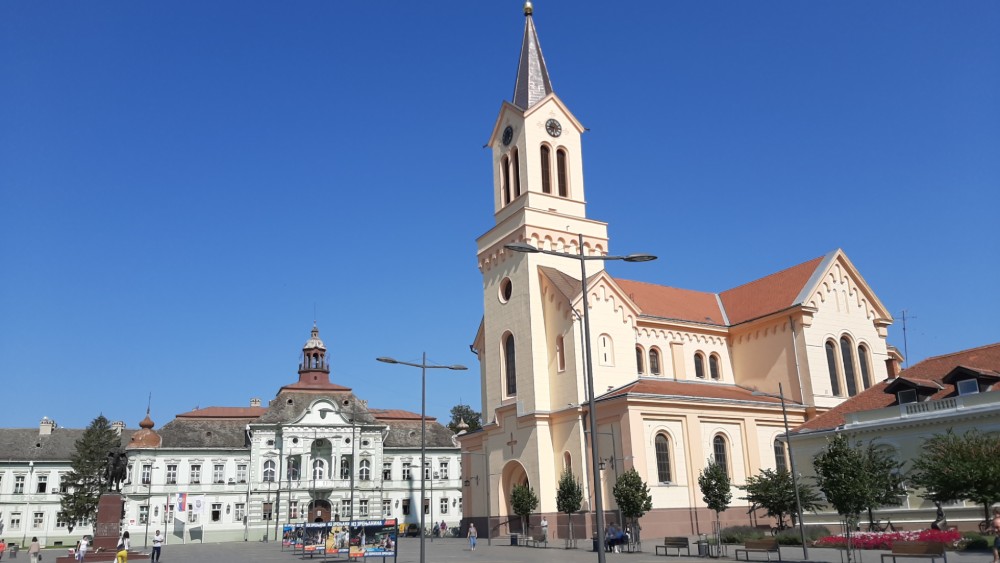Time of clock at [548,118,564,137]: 6:14
